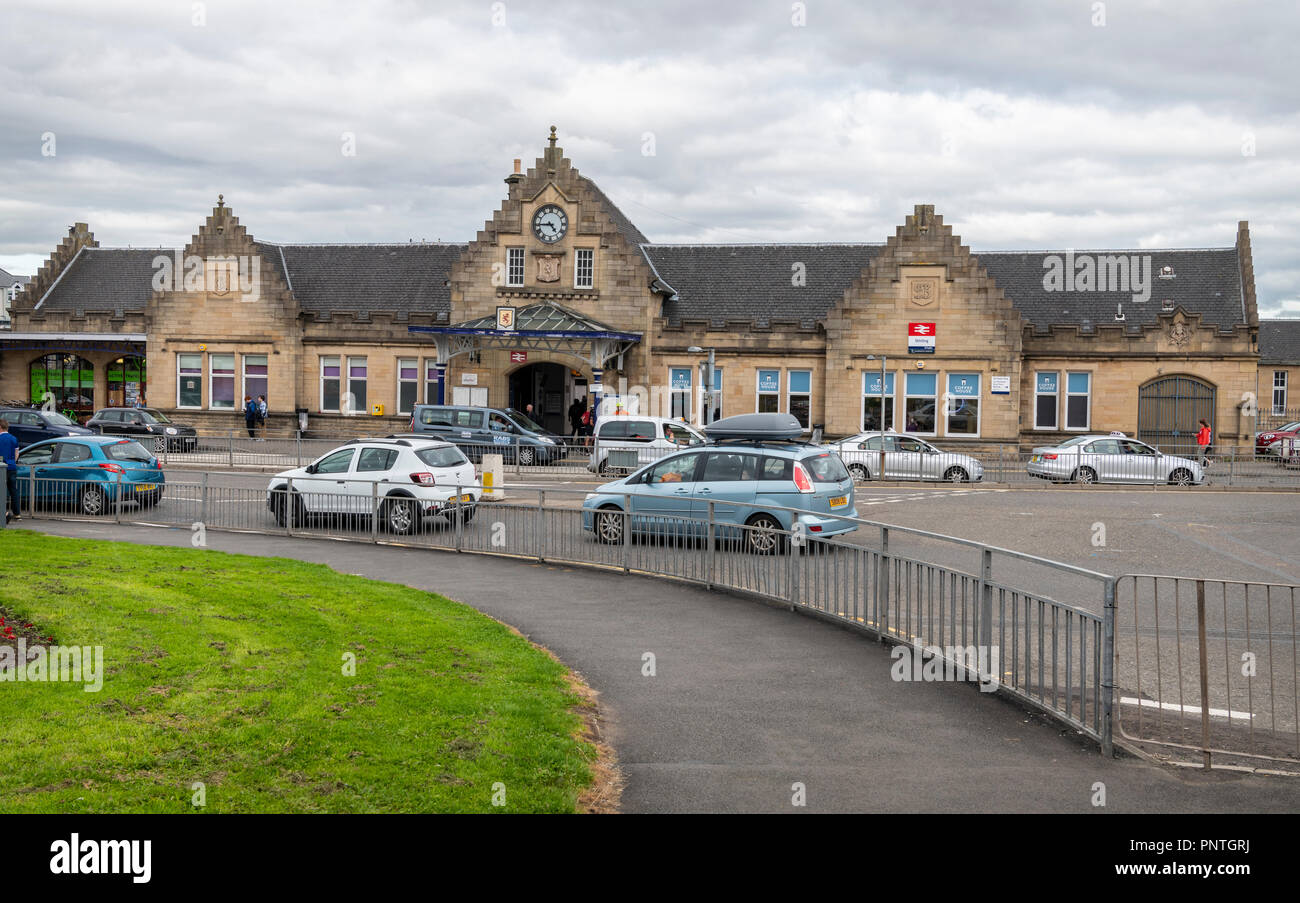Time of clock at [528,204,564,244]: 4:44
